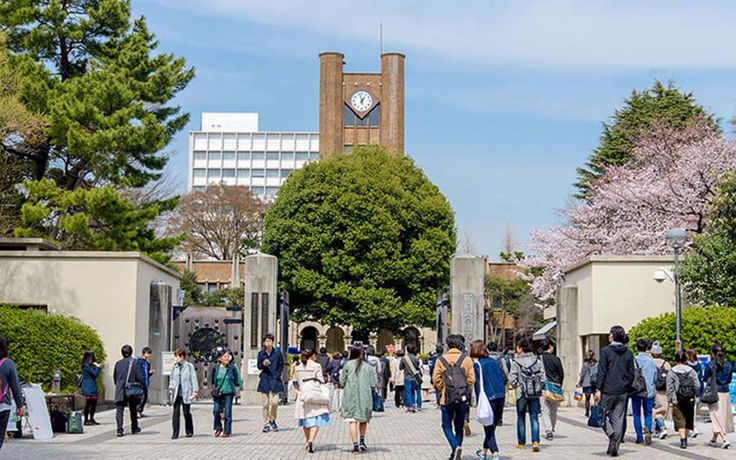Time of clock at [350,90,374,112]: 12:57
